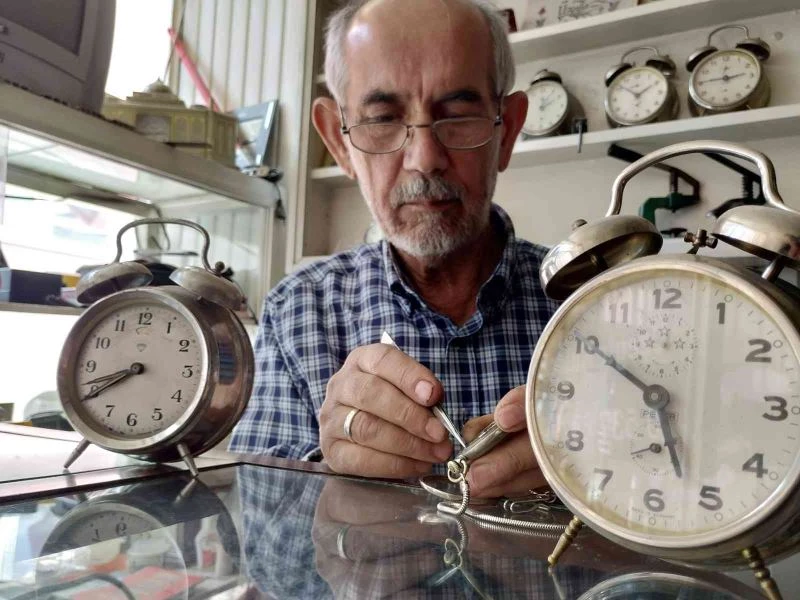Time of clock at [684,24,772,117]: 2:45
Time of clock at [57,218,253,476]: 8:40
